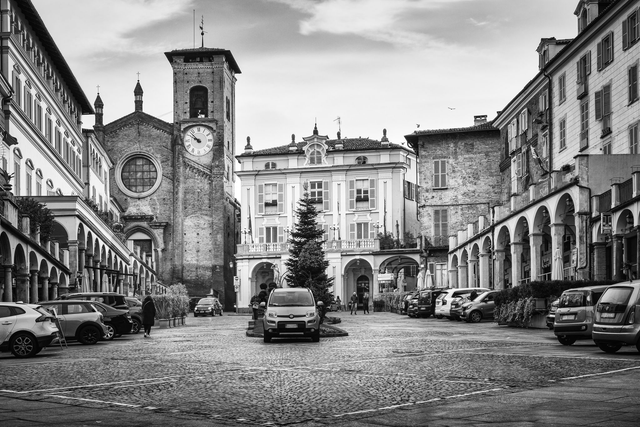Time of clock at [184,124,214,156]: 9:52
